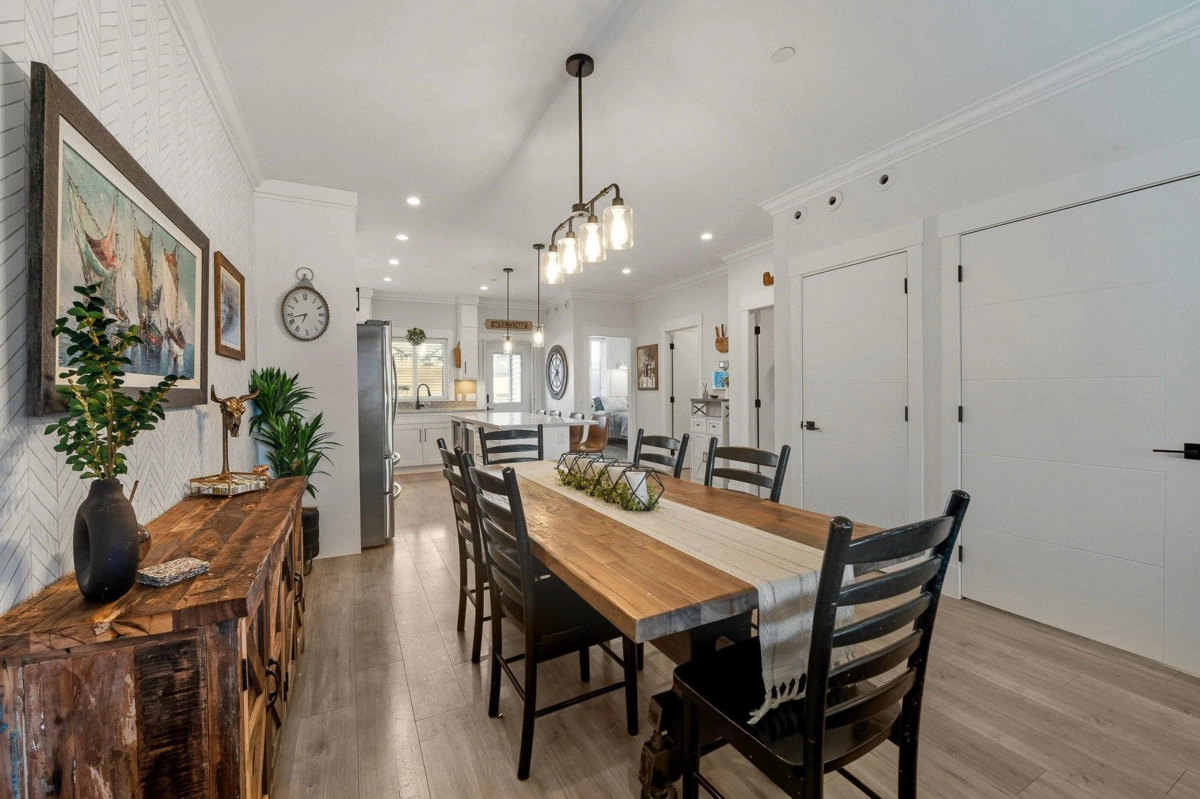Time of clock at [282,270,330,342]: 6:42
